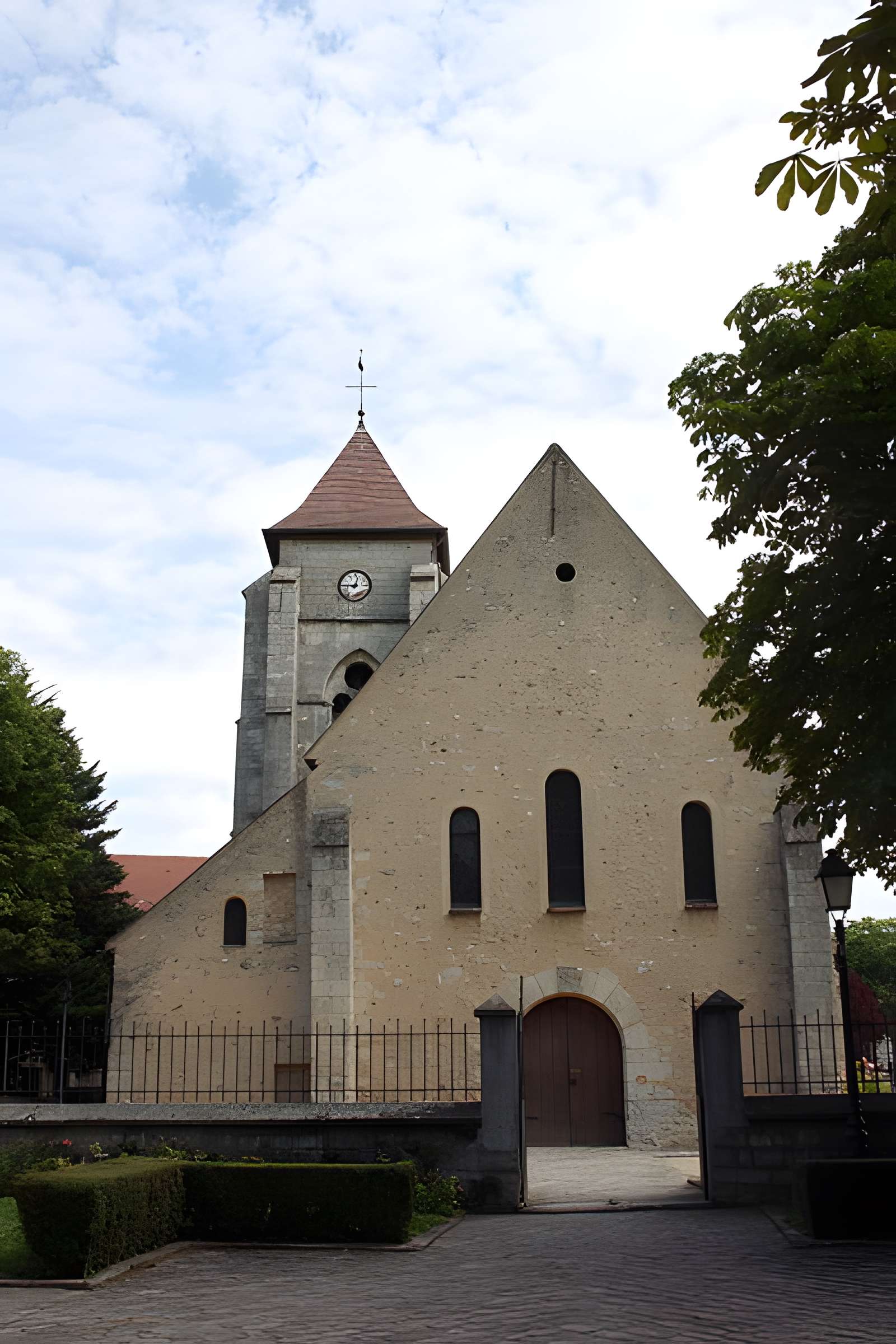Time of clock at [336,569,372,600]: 12:45
